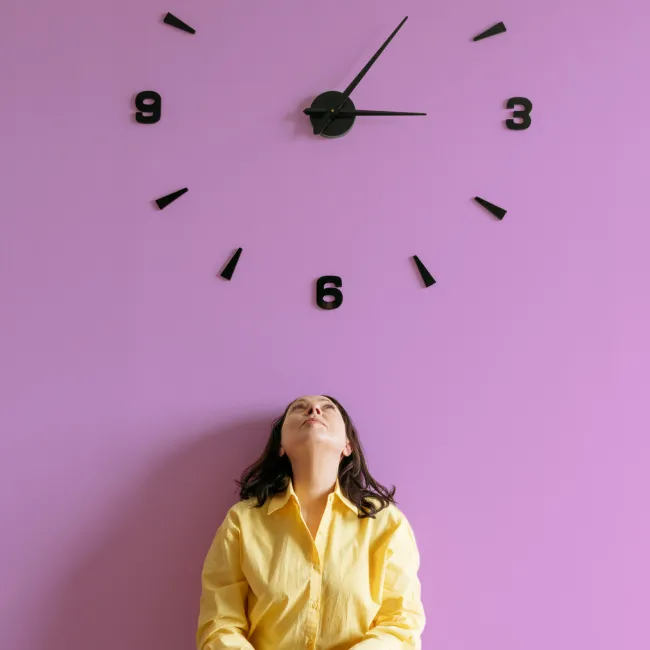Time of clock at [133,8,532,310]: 3:05
